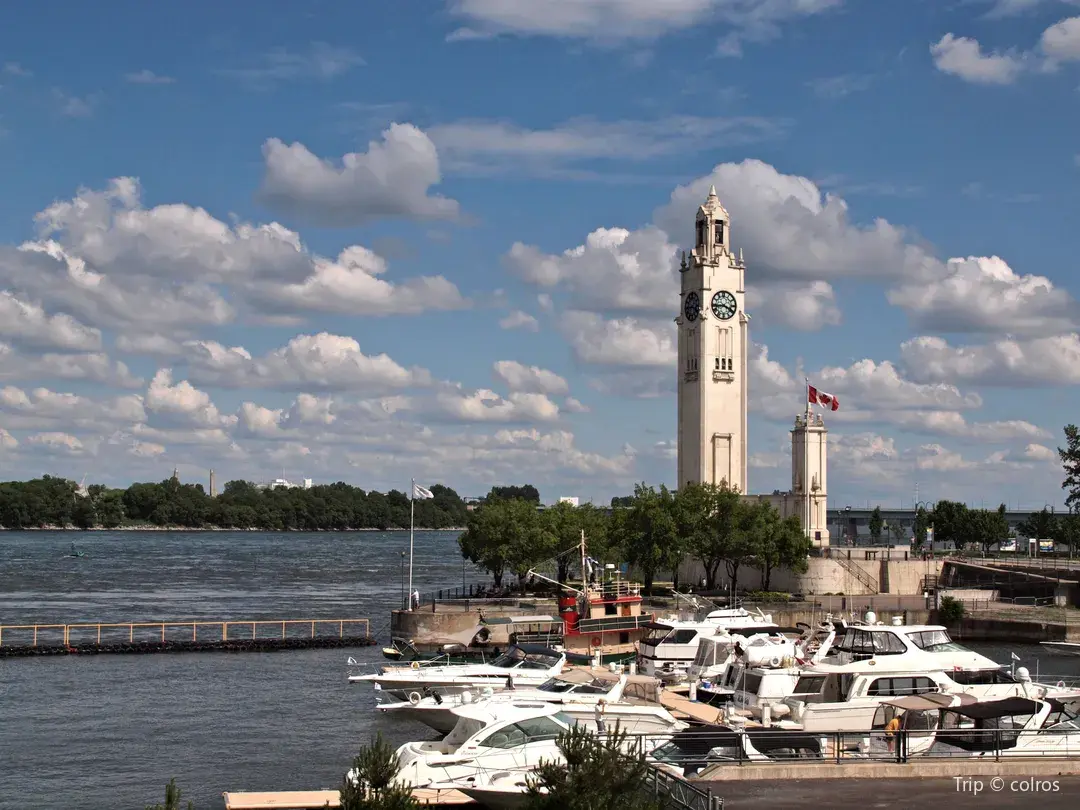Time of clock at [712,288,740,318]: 3:43
